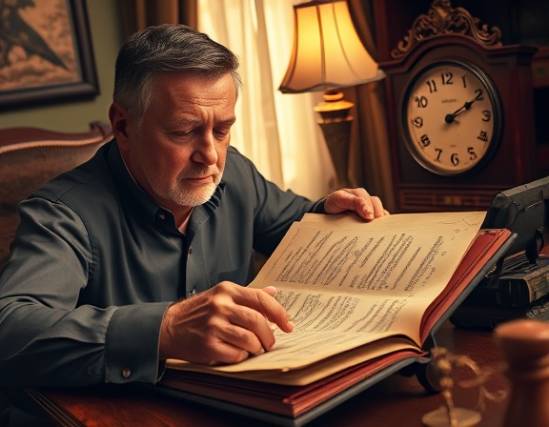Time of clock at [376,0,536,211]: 2:10
